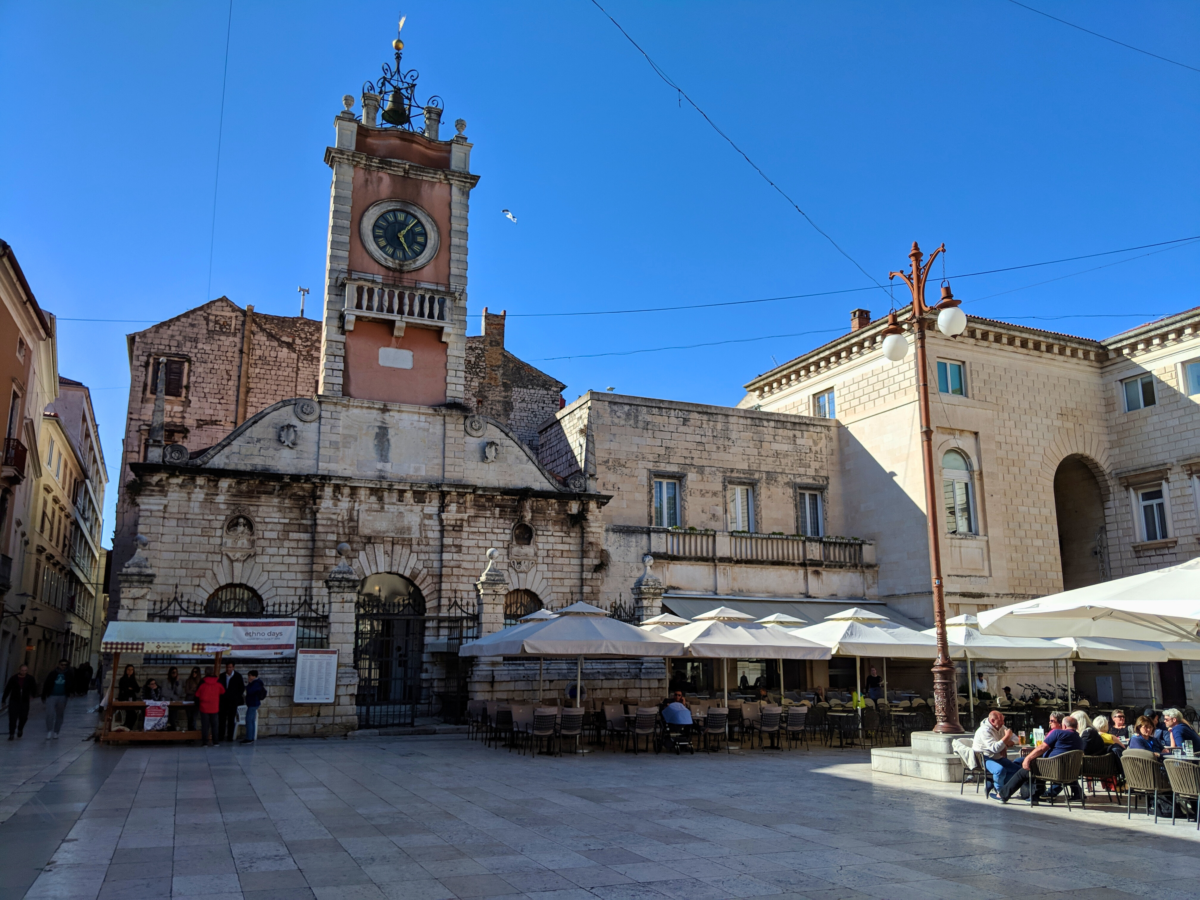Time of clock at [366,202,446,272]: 5:06
